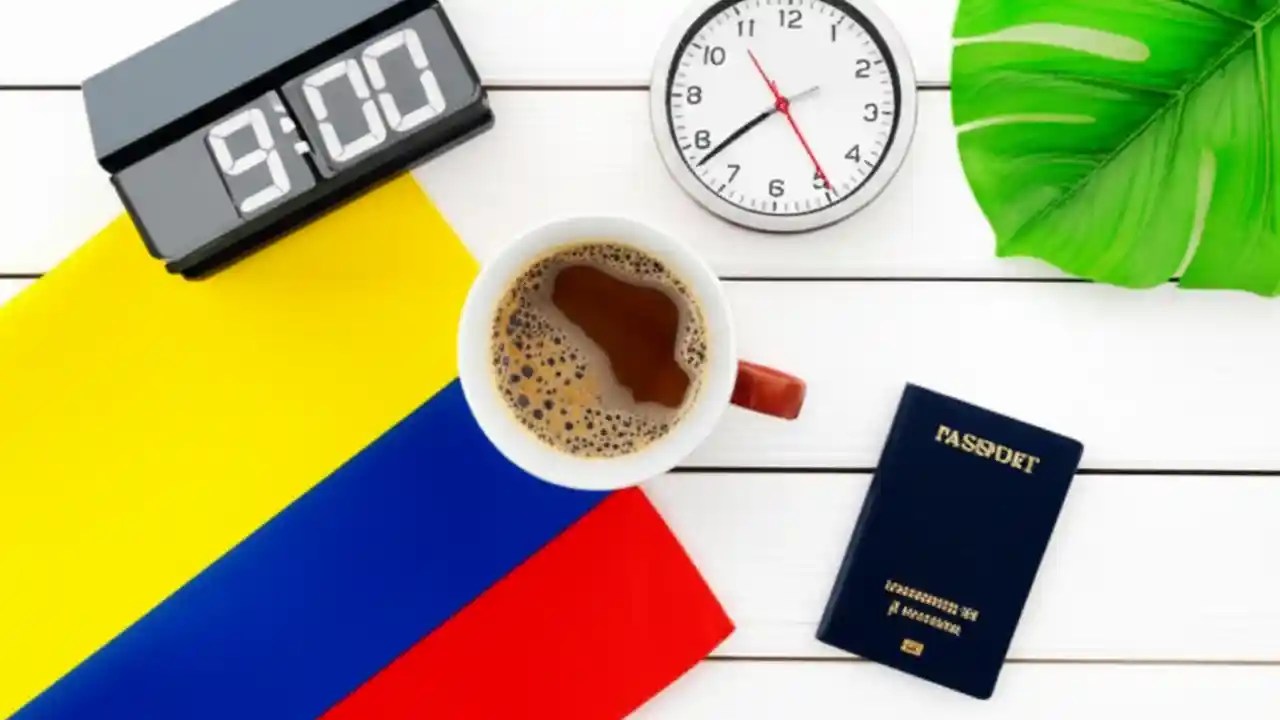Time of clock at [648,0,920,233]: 7:38
